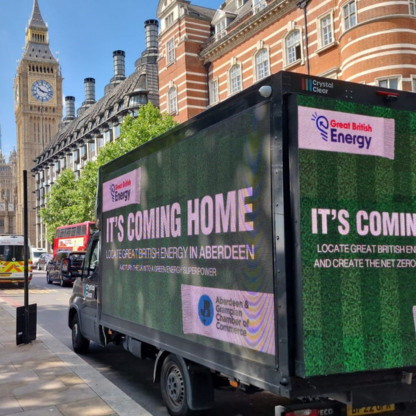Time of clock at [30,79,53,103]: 10:17
